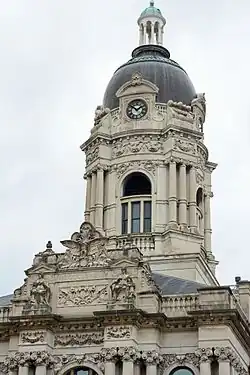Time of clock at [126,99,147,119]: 1:51
